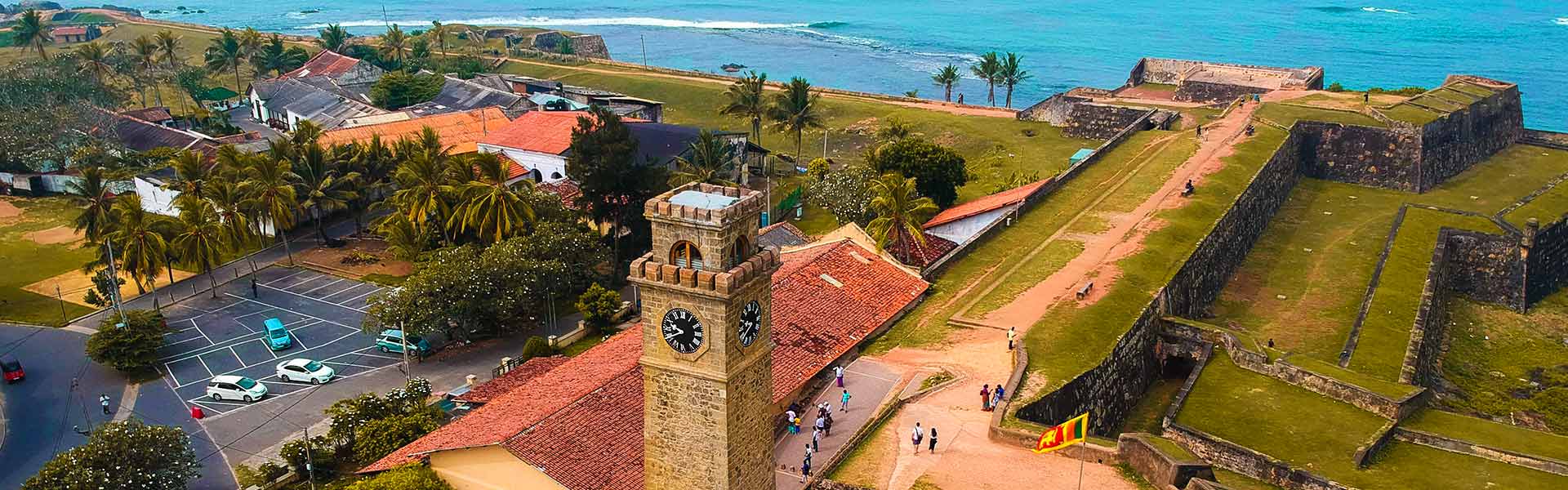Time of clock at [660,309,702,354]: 9:40
